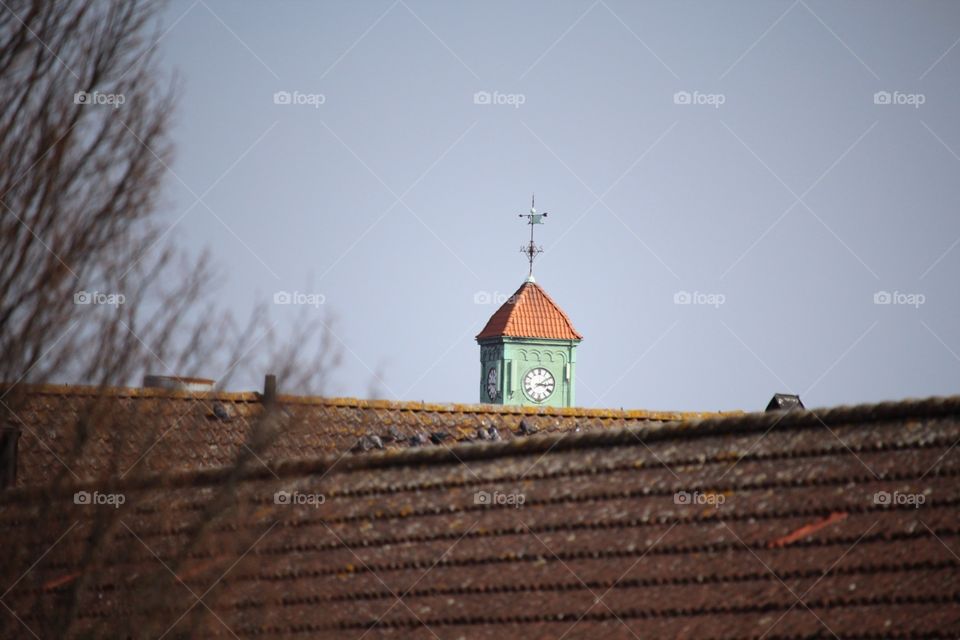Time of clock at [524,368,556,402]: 3:09
